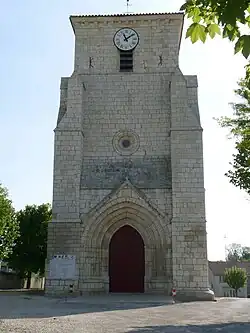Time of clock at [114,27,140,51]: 11:08
